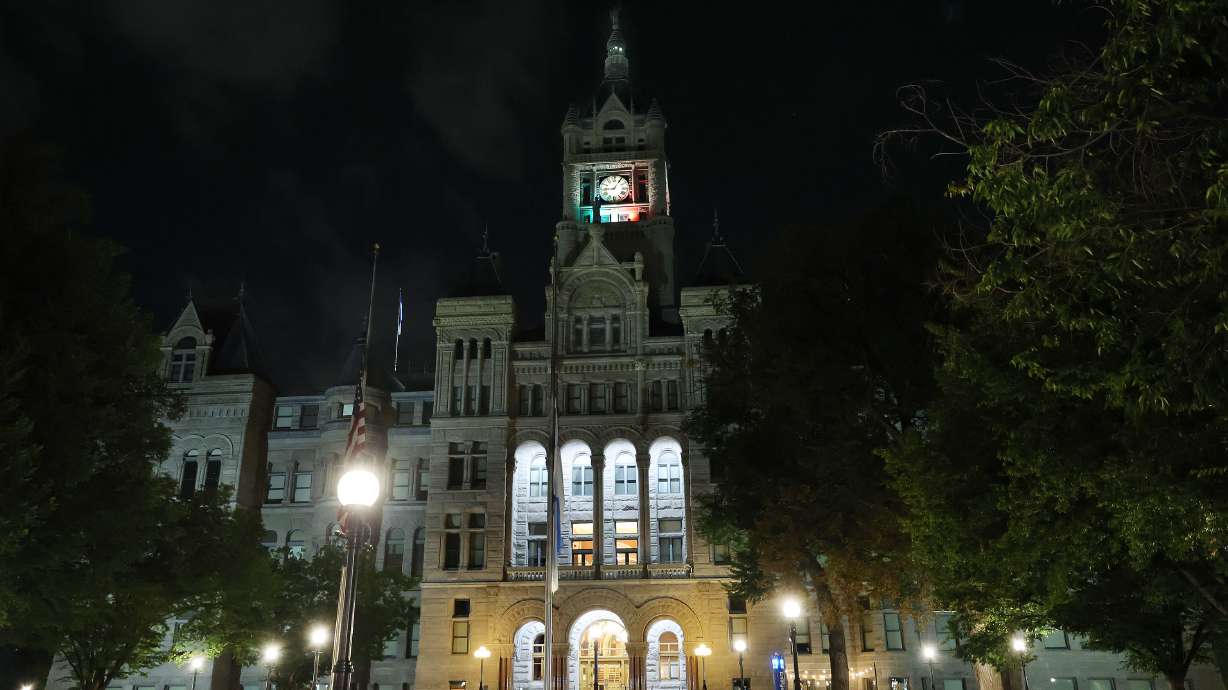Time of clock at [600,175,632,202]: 9:05
